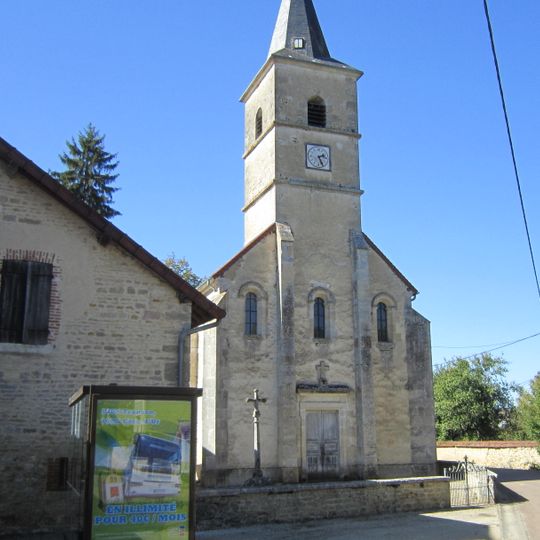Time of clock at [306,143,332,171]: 2:25
